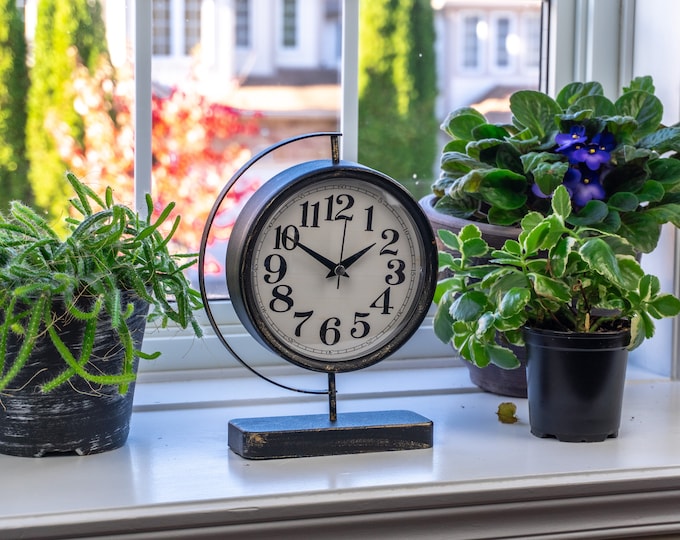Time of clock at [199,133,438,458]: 1:50
